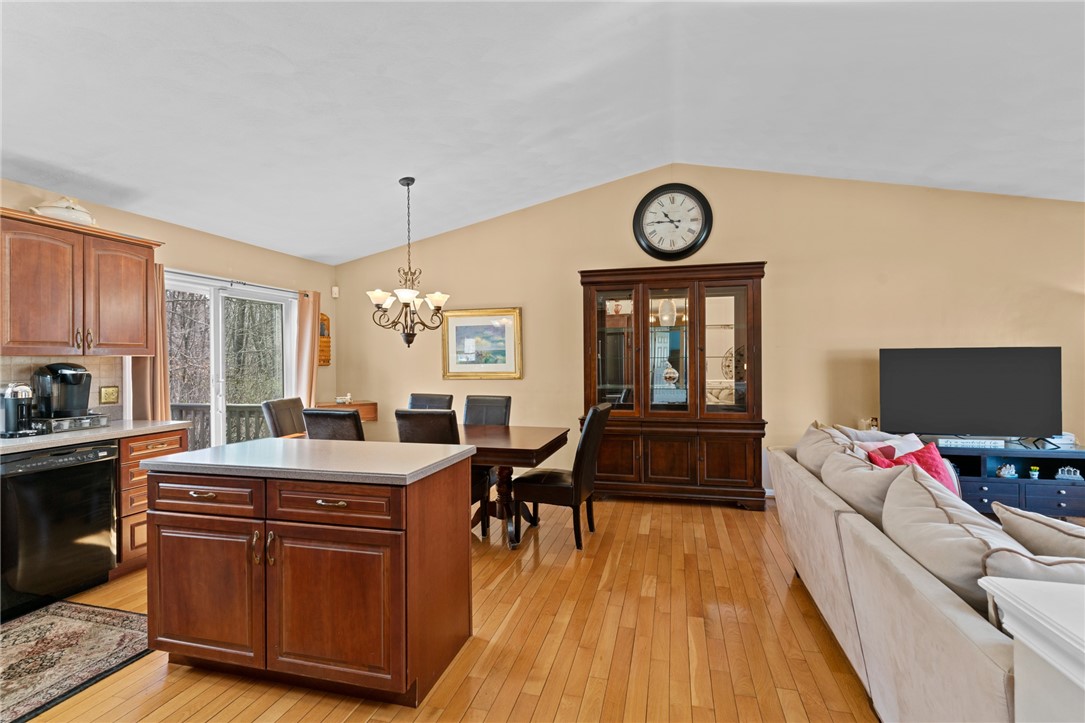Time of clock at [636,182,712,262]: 10:45
